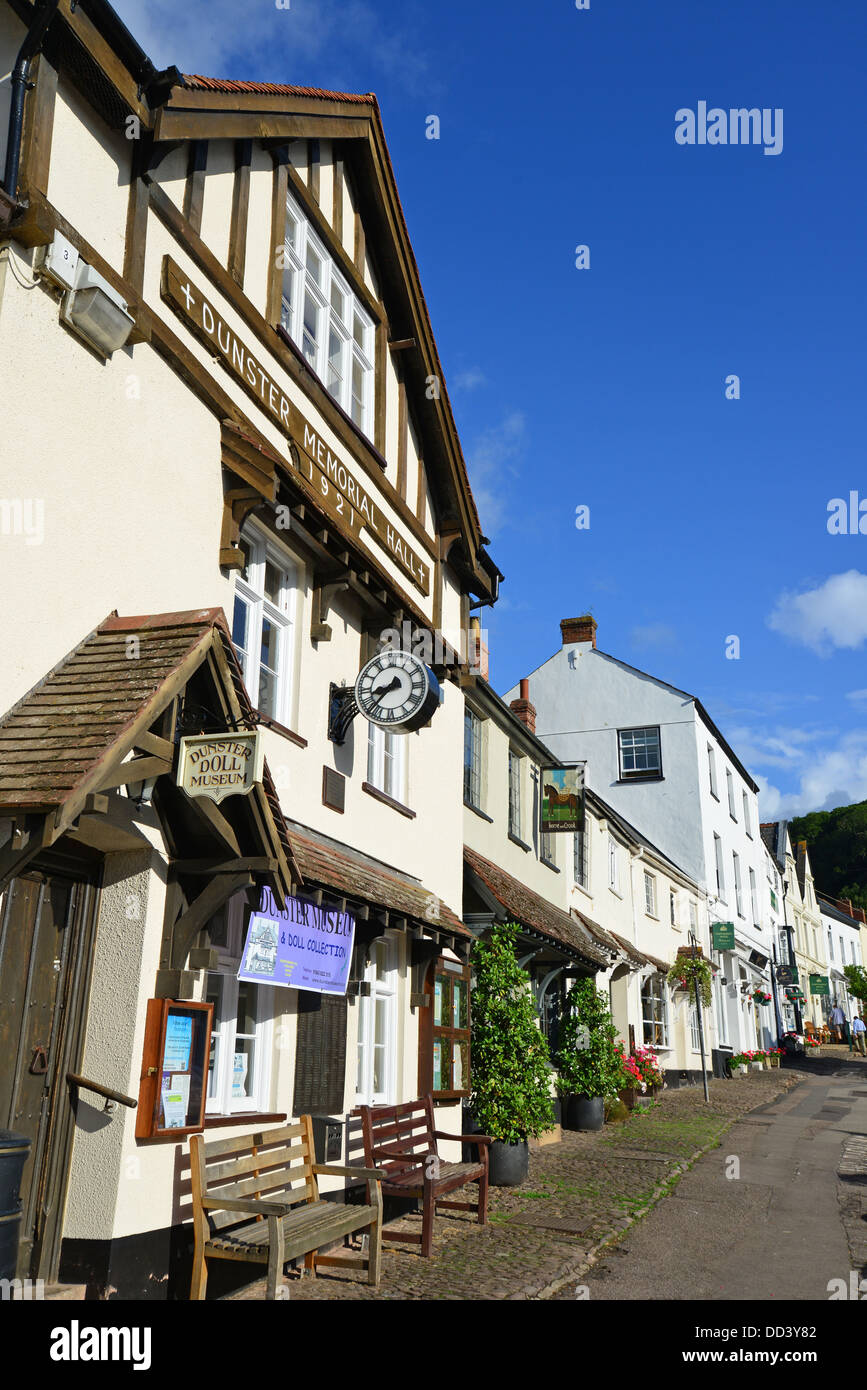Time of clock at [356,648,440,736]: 8:37
